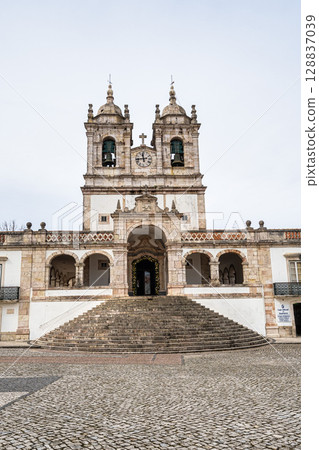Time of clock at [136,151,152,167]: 11:43
